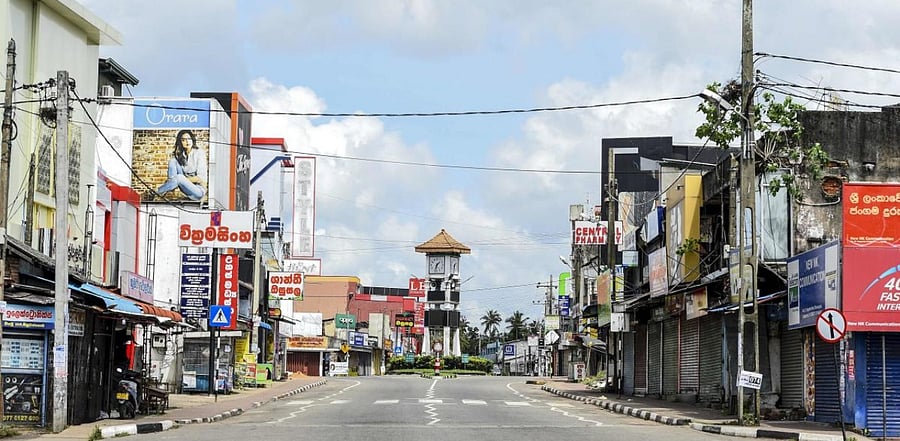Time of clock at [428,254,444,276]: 1:32
